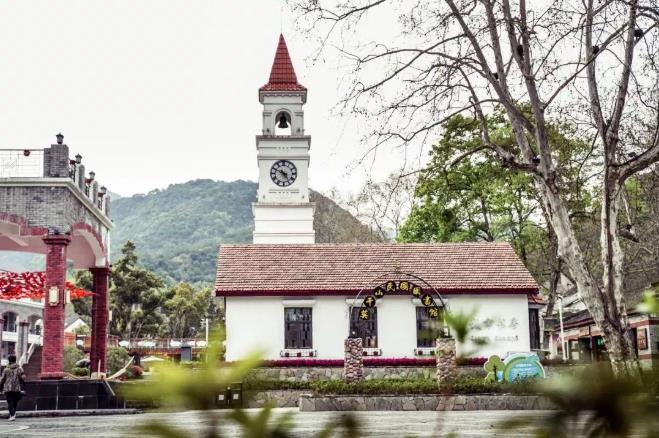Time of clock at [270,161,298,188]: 4:48
